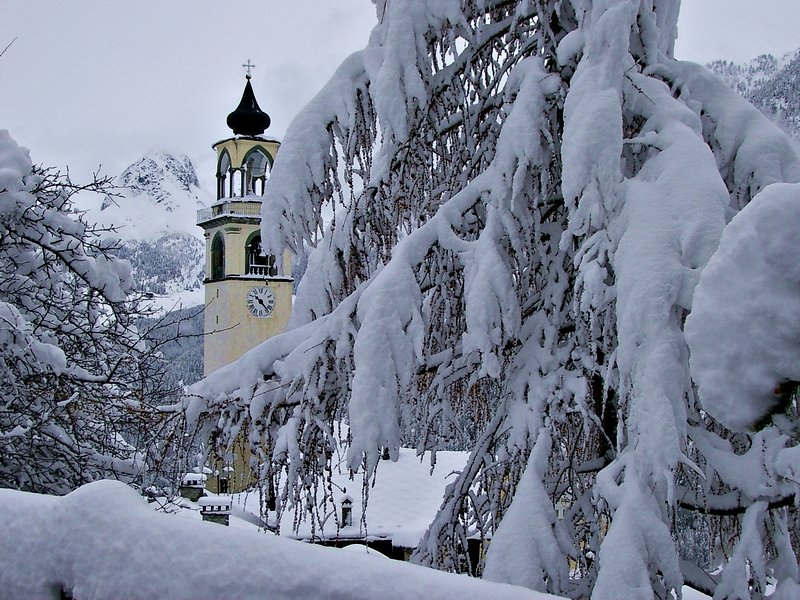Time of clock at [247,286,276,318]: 10:23
